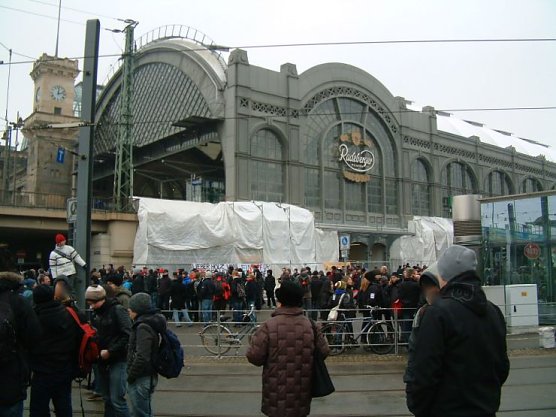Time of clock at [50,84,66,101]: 12:12
